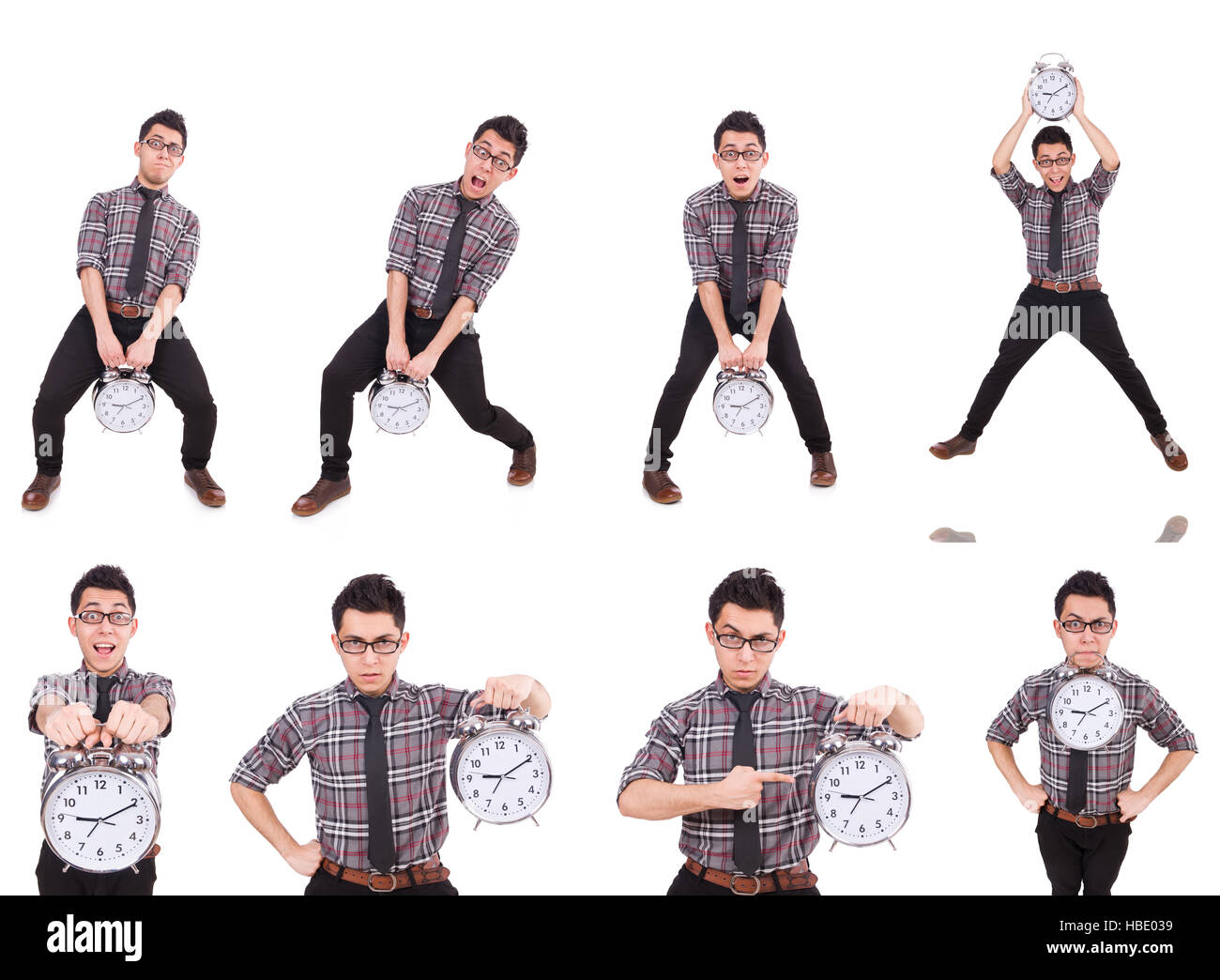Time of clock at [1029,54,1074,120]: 9:10
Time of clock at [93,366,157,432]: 9:10
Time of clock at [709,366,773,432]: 9:10
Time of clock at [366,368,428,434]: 9:10
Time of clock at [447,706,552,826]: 9:10
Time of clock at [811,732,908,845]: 9:10
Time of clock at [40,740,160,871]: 9:10
